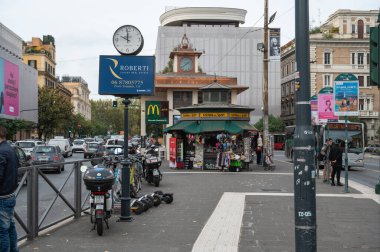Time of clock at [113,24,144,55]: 9:59
